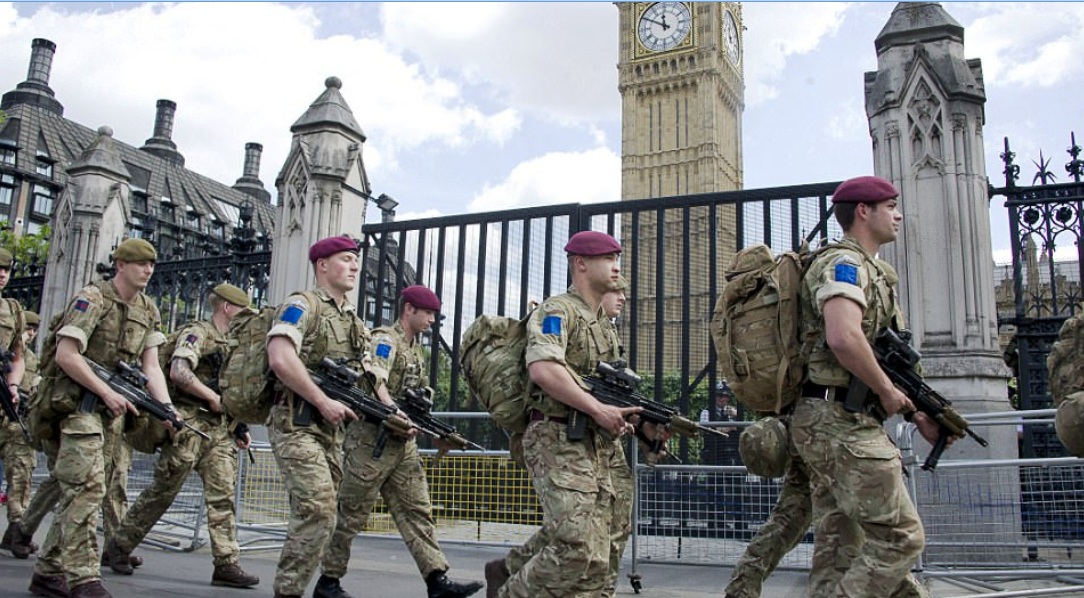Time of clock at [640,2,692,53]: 11:49
